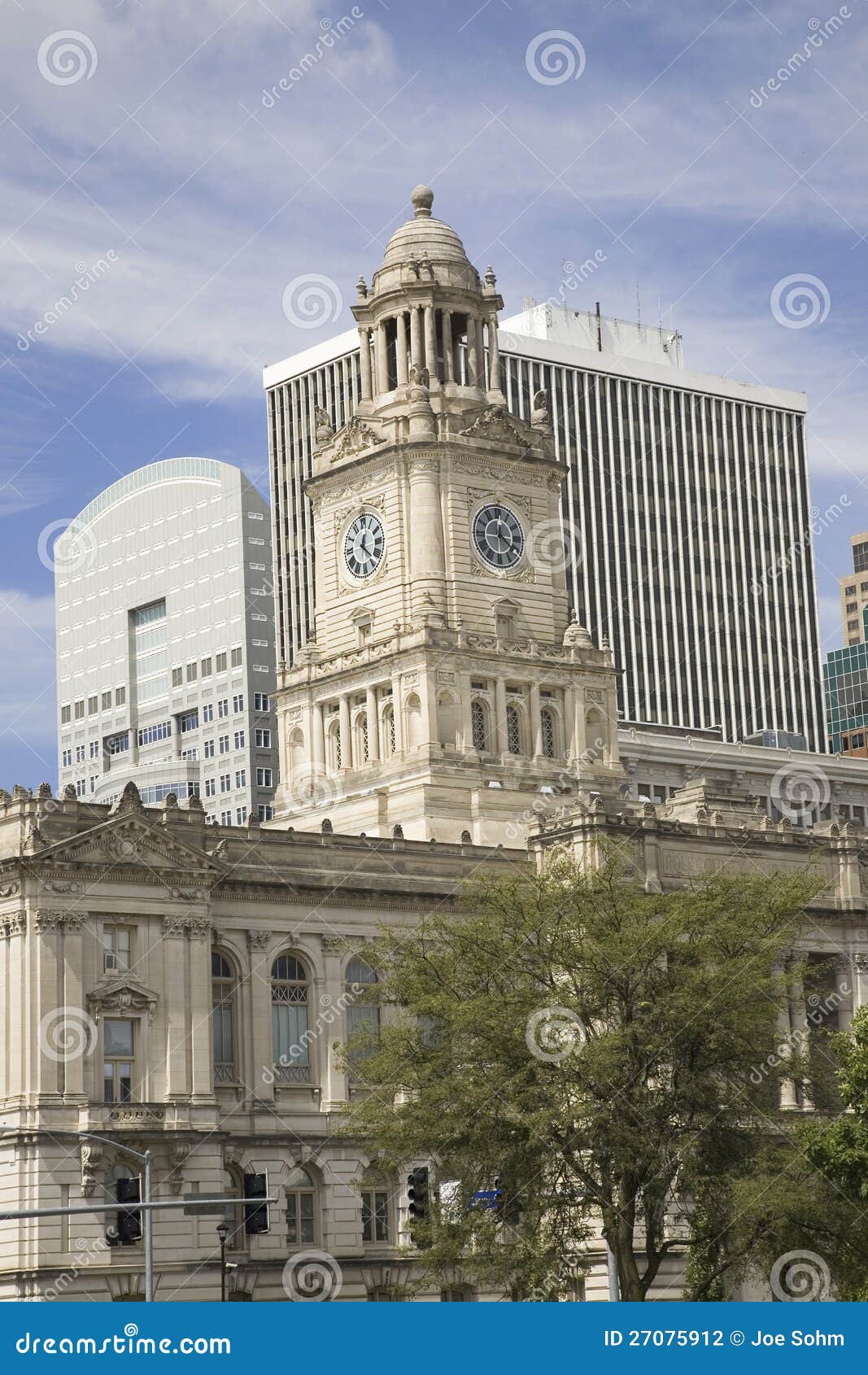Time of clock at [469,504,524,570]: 12:20
